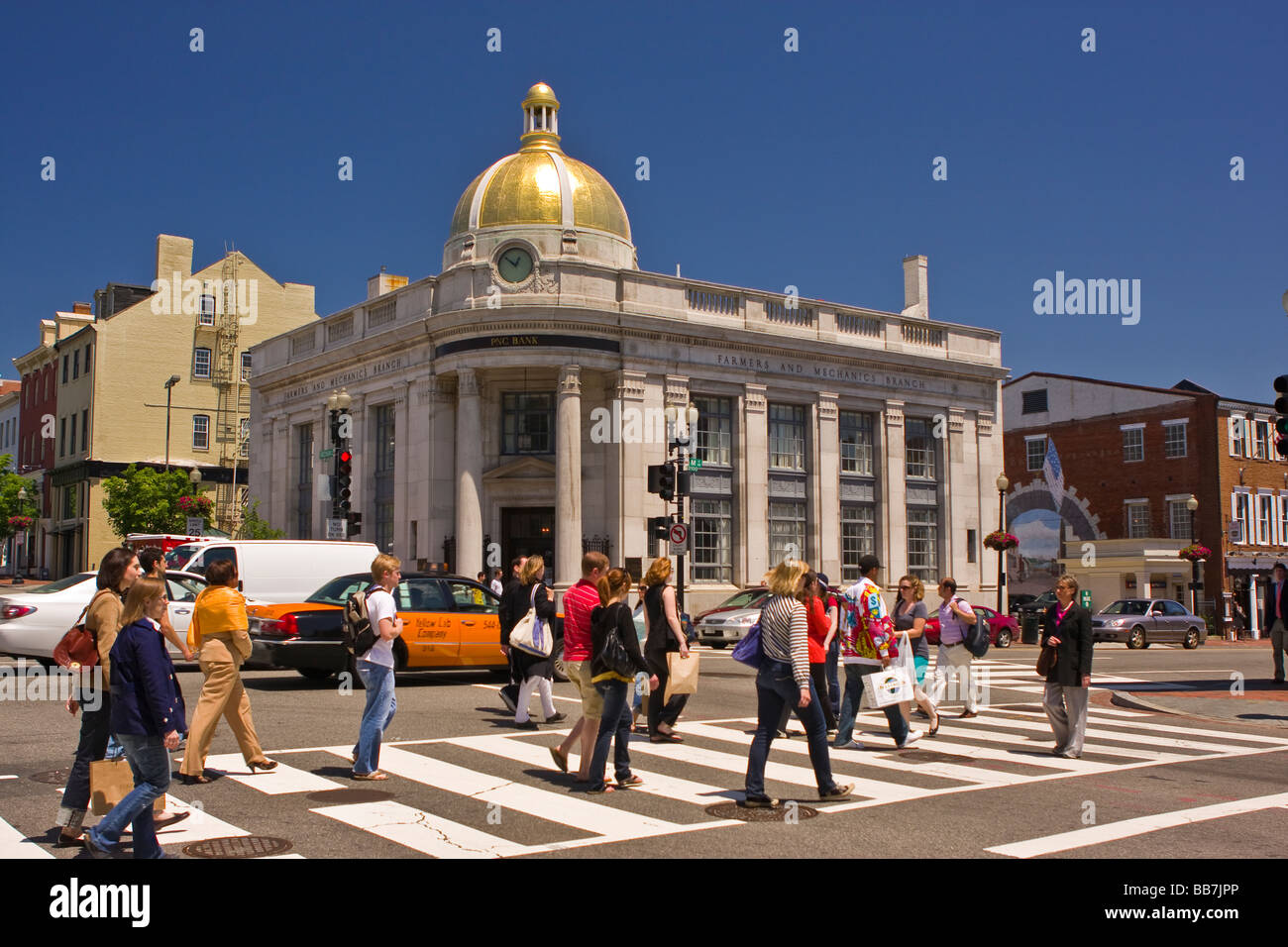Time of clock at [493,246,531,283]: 12:52
